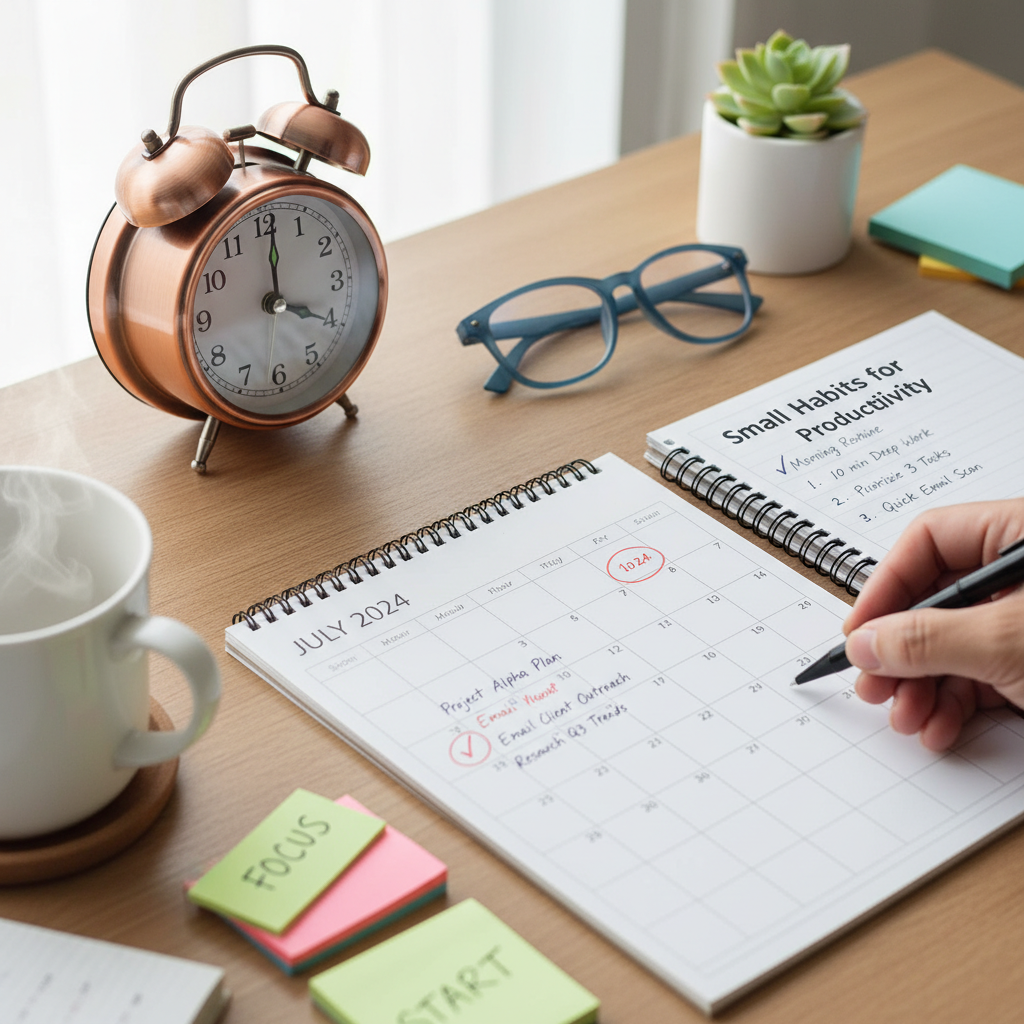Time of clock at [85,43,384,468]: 4:01
